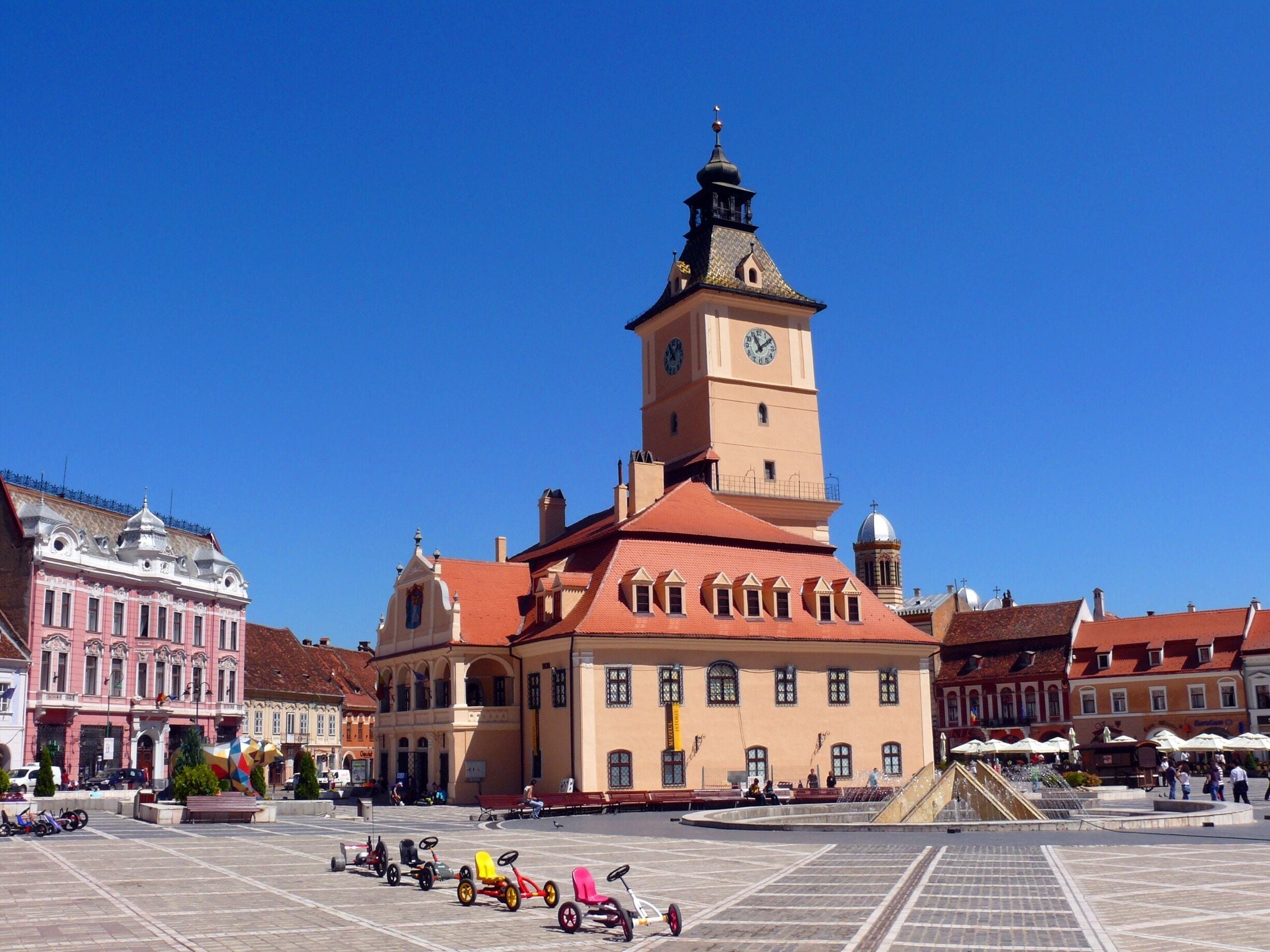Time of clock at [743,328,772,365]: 11:08
